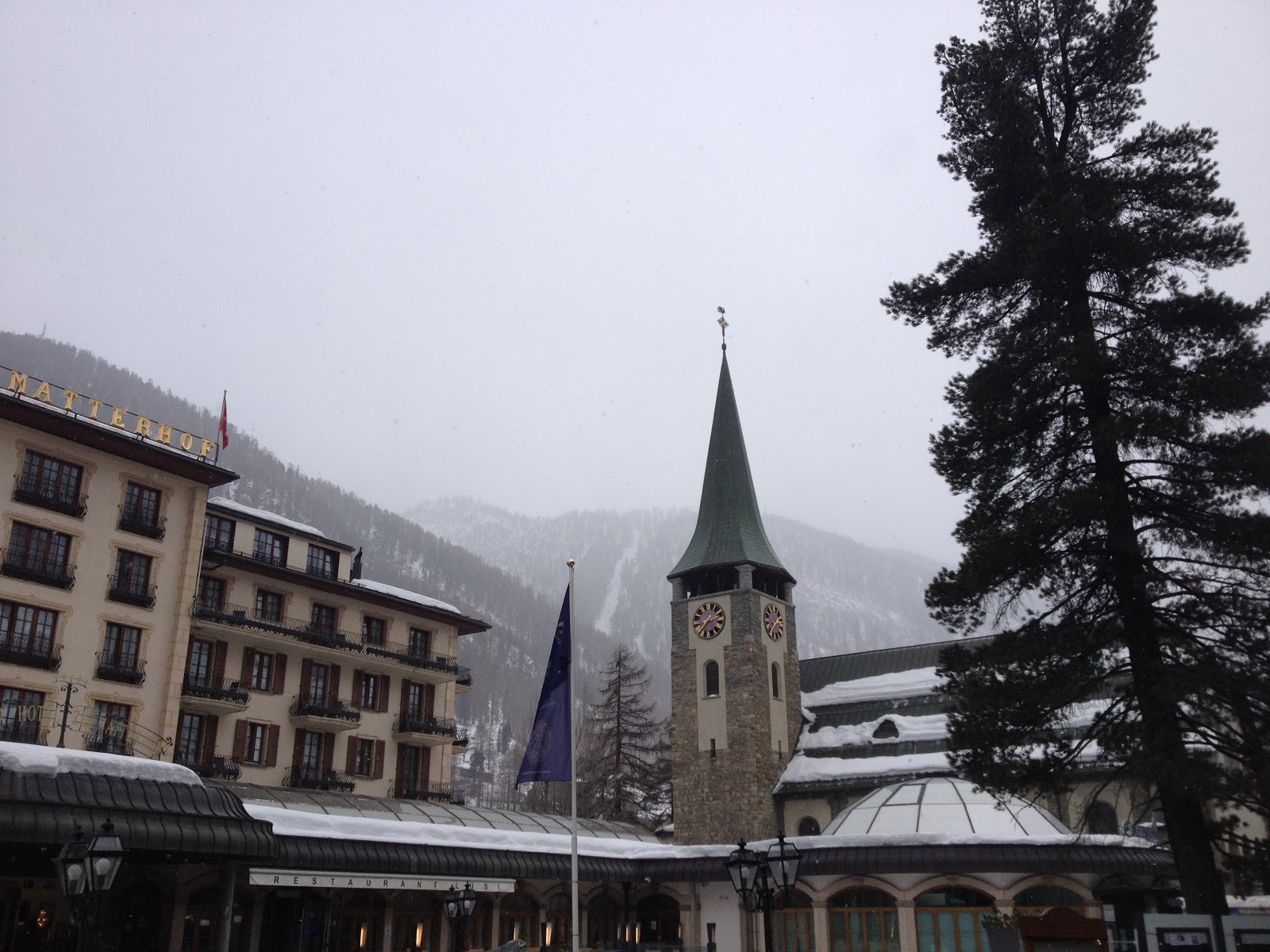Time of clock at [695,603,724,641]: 2:36
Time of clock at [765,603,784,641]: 1:37
